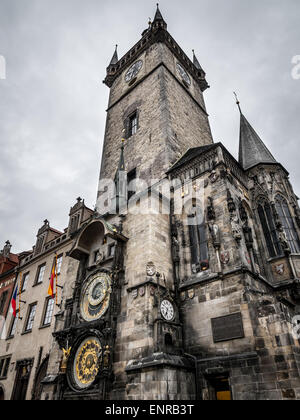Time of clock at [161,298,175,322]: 6:34
